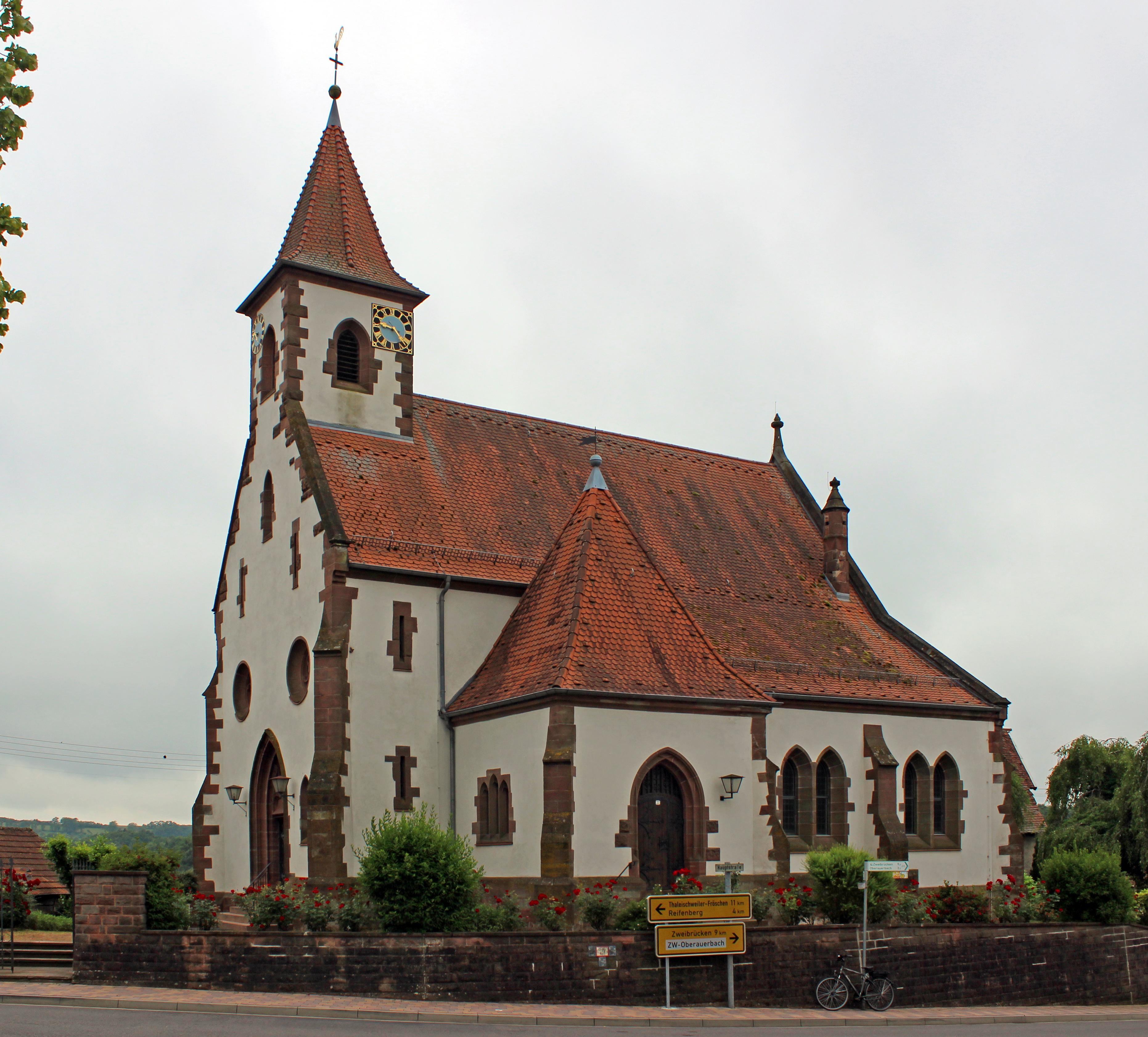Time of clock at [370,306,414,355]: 9:22
